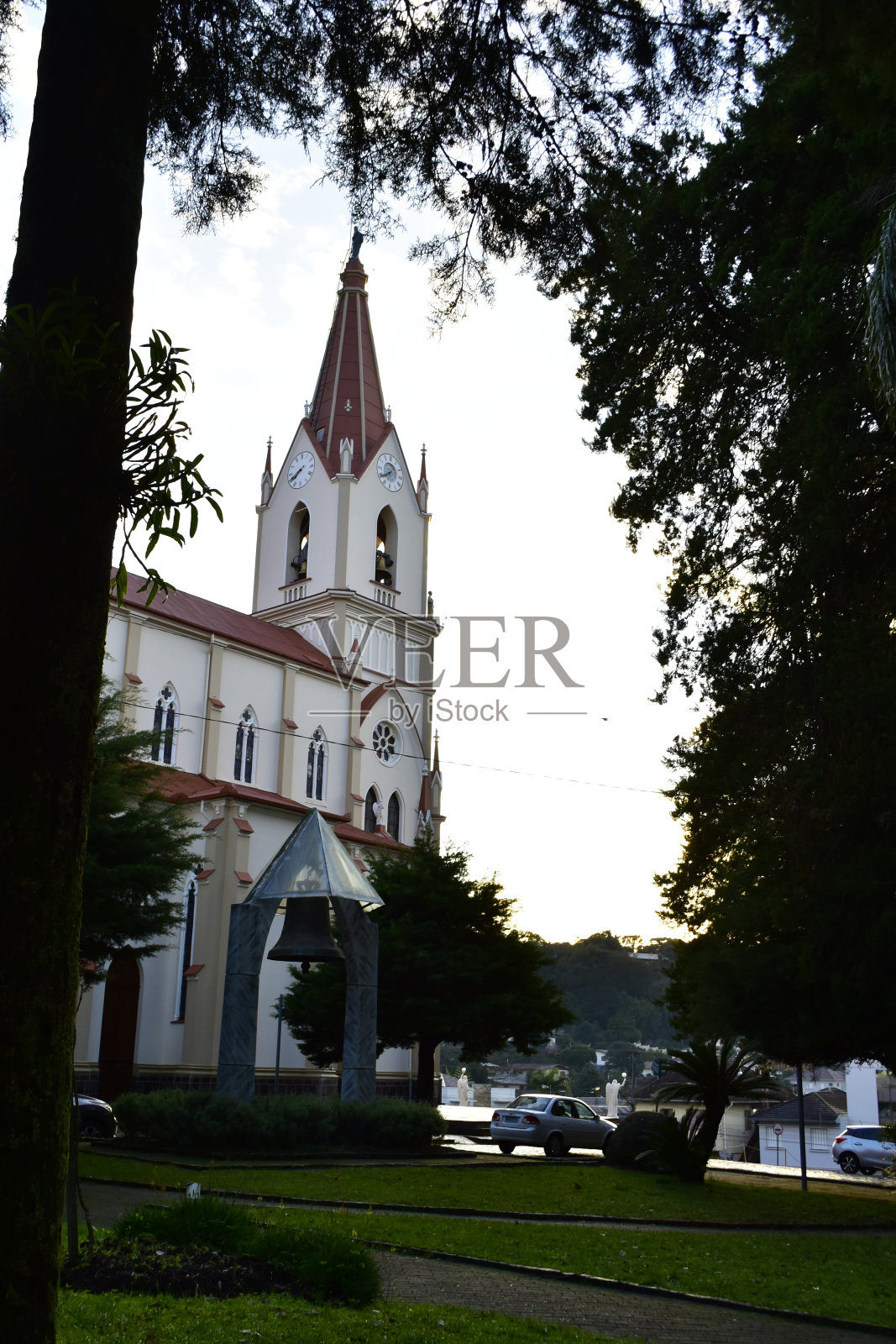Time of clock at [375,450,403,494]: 7:39
